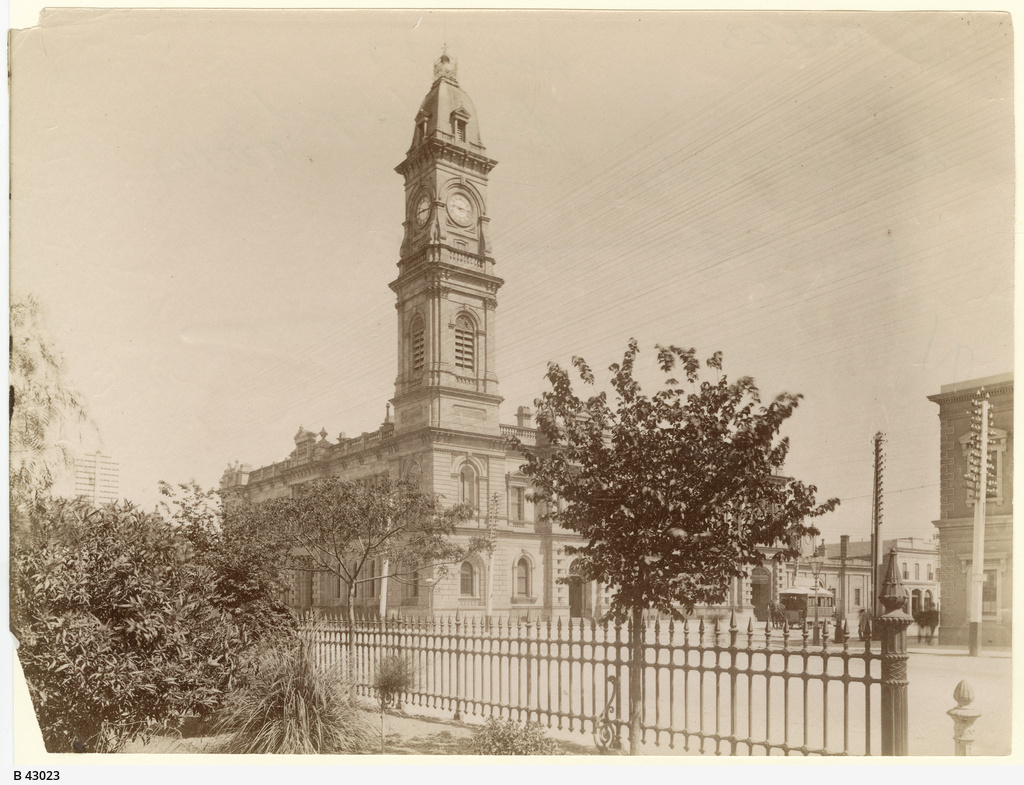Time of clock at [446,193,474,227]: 9:17
